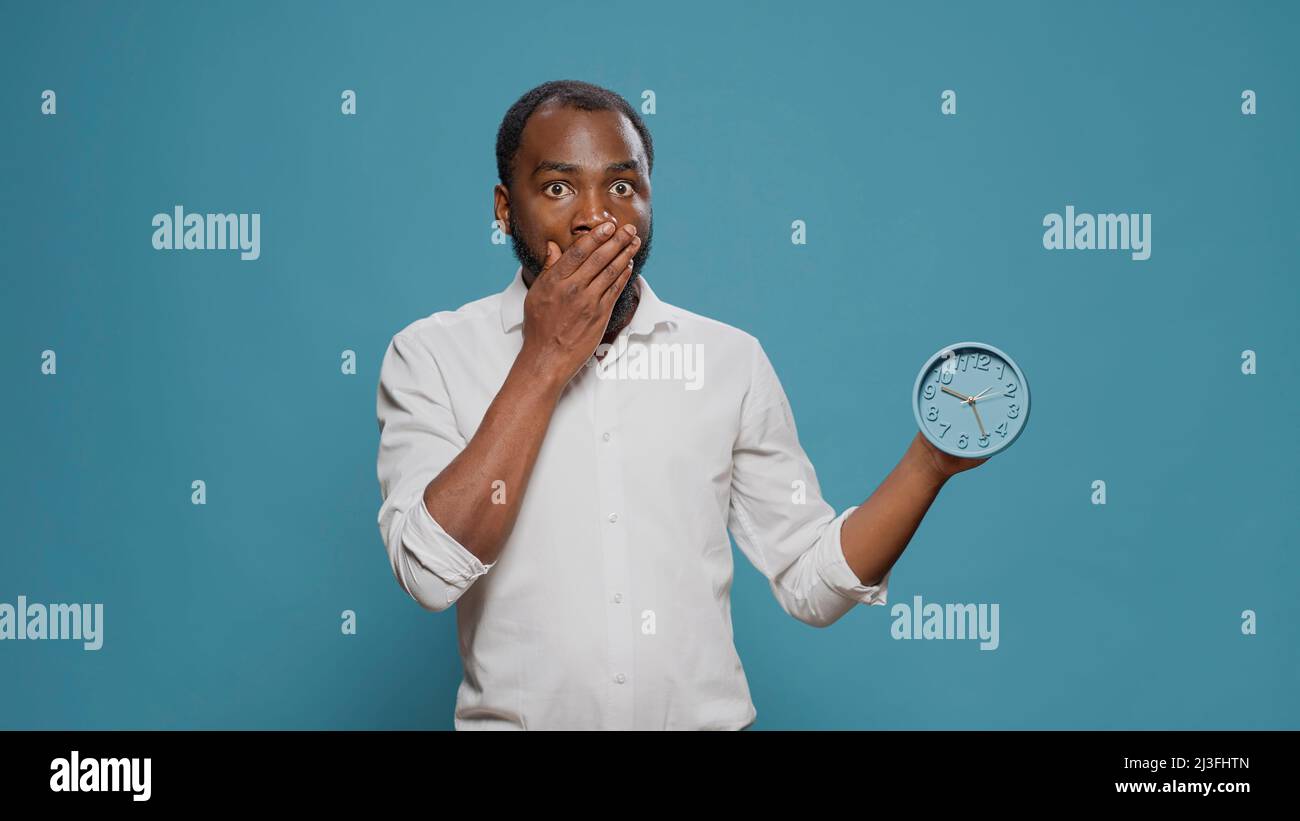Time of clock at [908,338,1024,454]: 9:24
